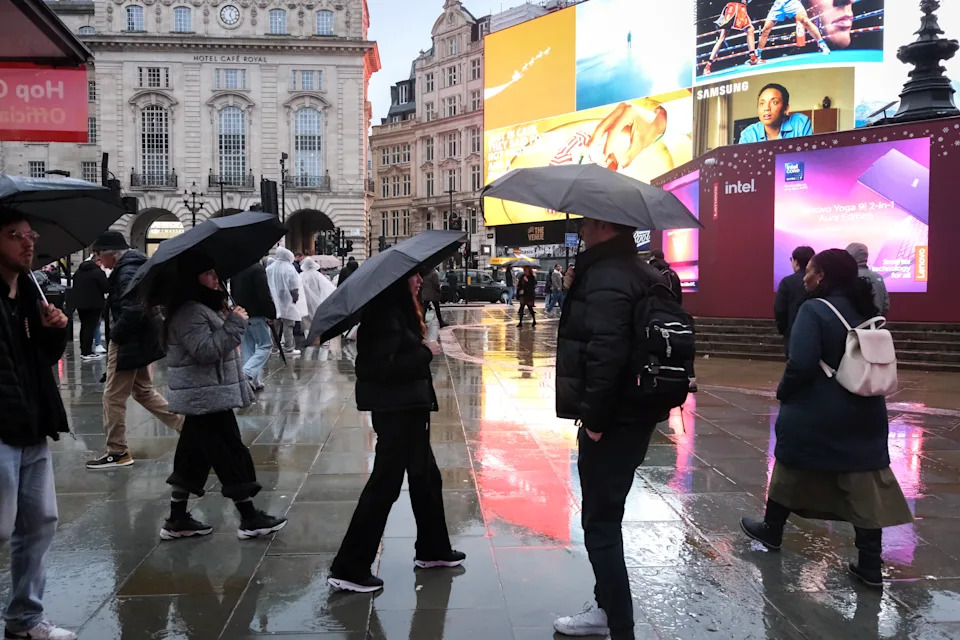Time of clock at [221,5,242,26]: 5:03
